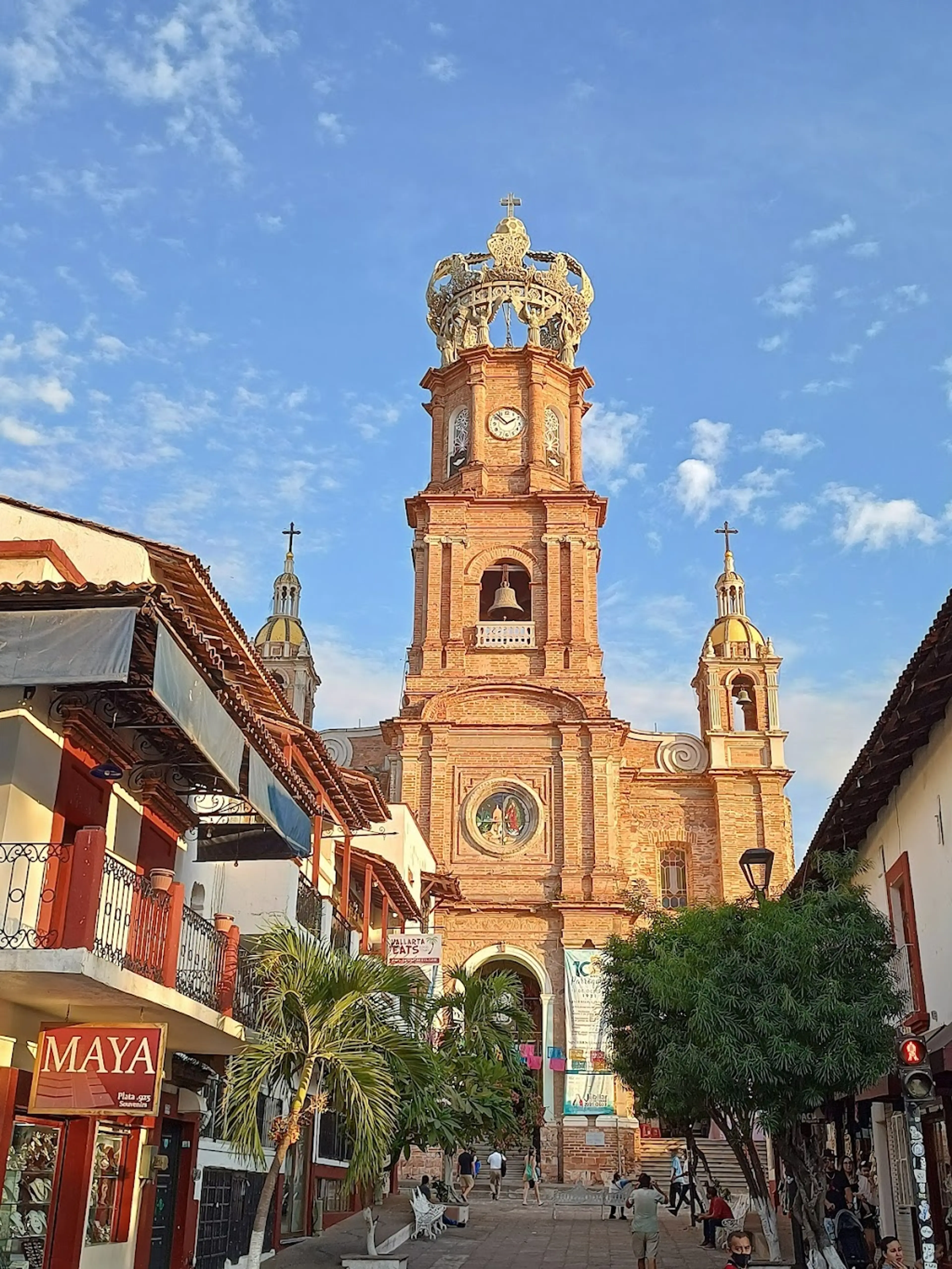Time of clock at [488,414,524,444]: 1:52
